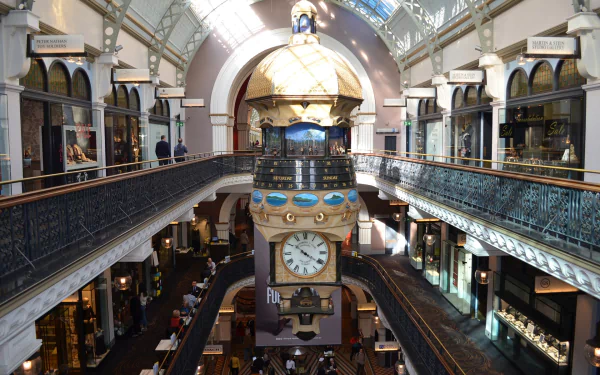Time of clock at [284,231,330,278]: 10:20
